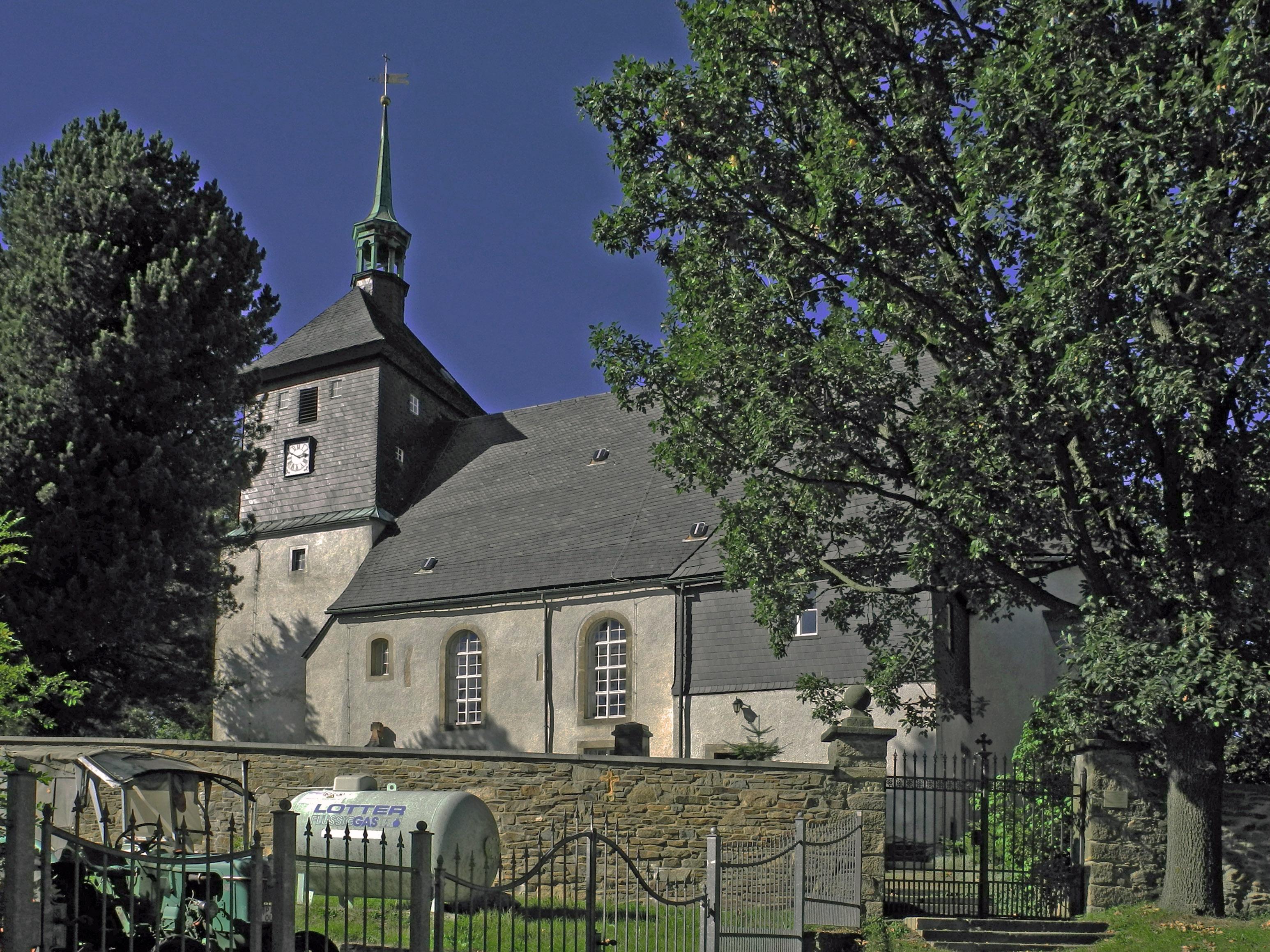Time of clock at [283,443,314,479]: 2:49
